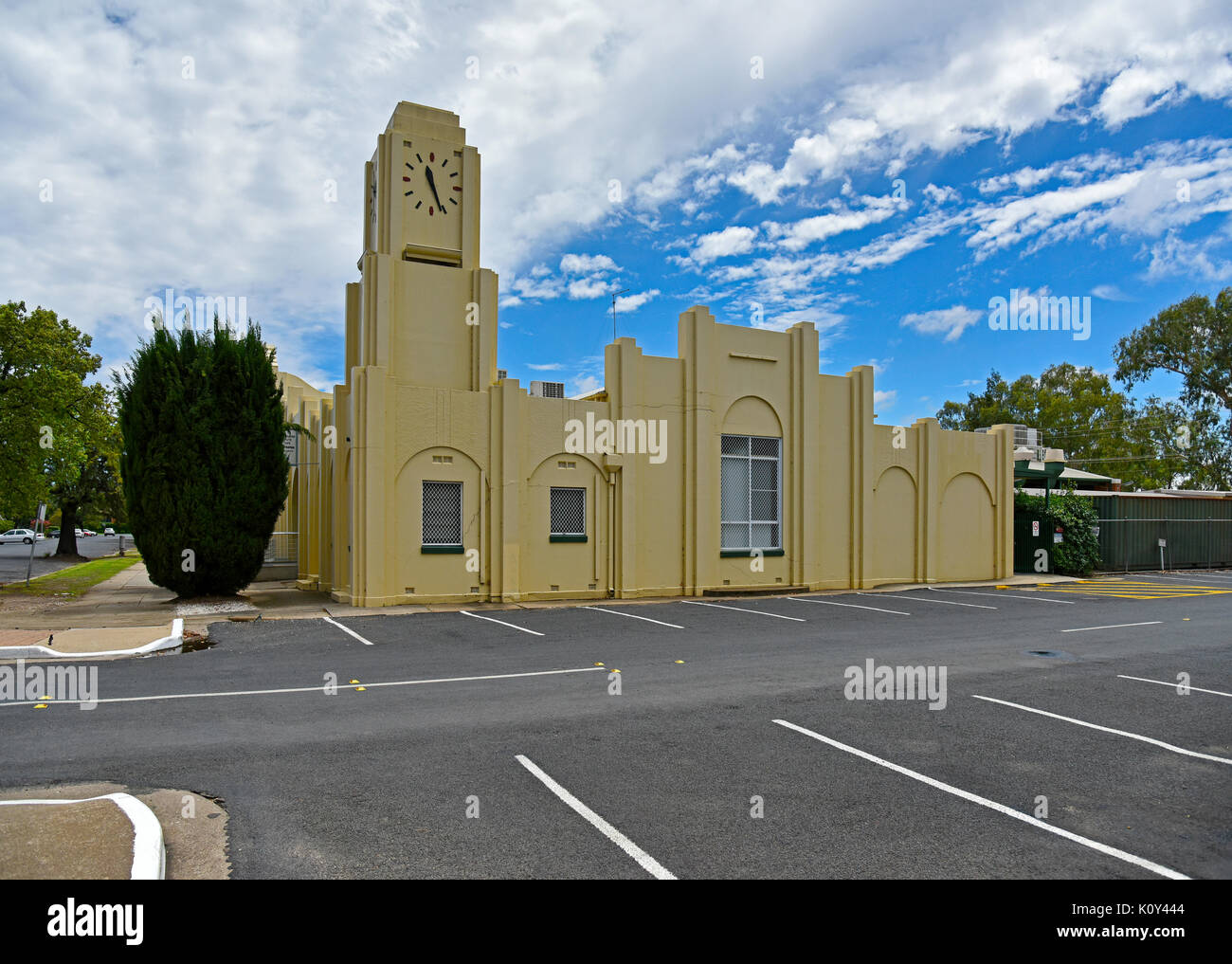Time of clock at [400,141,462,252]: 11:25
